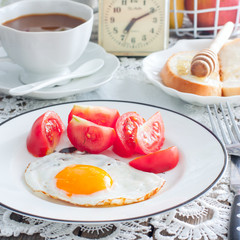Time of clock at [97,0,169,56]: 7:10
